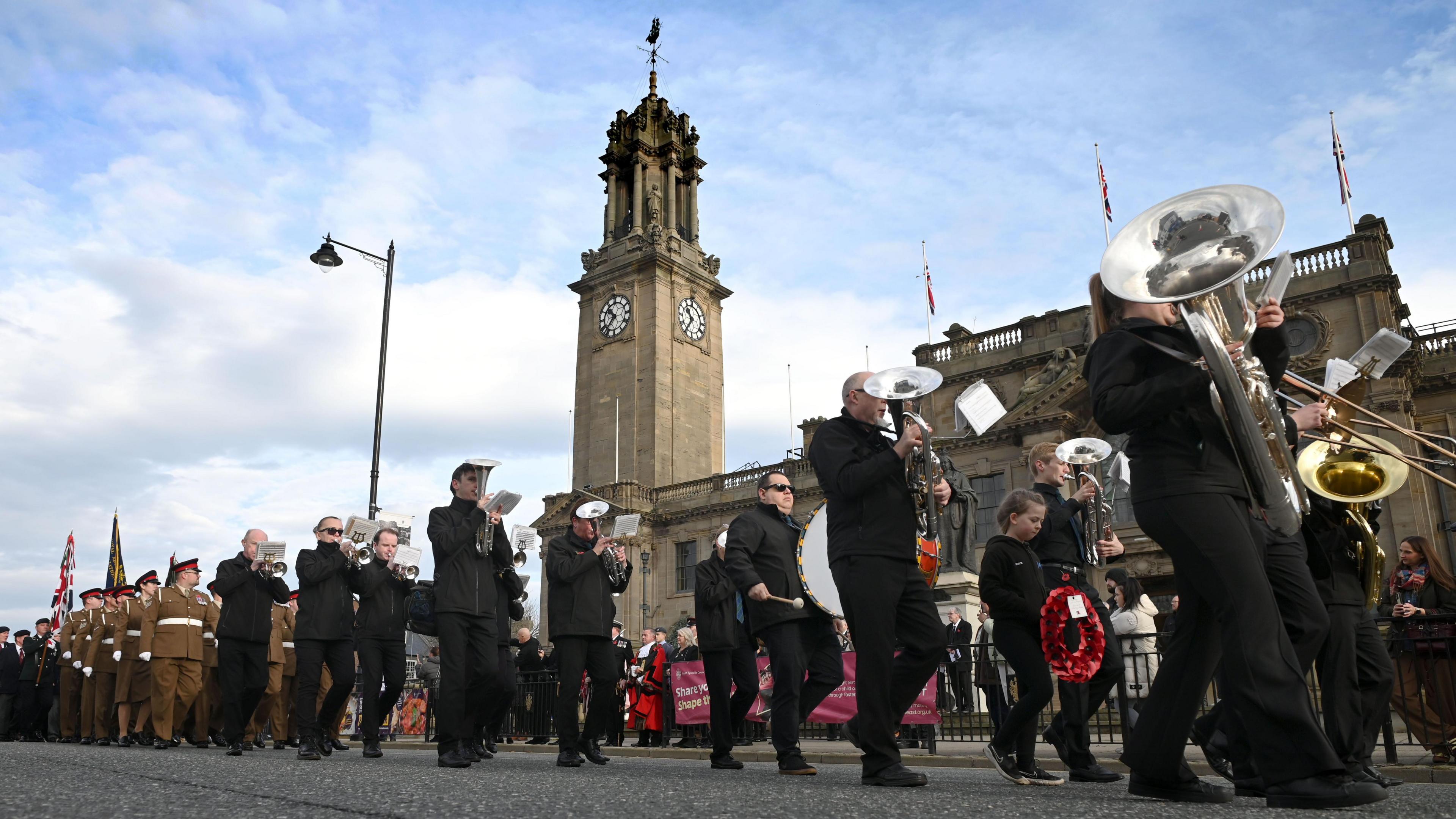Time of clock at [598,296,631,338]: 10:36
